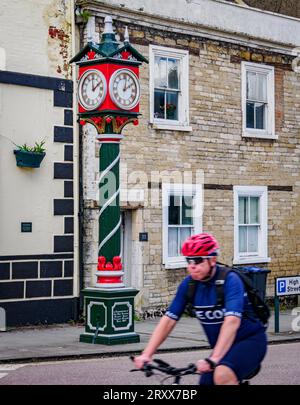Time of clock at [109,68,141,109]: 2:01
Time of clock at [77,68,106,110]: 2:00
